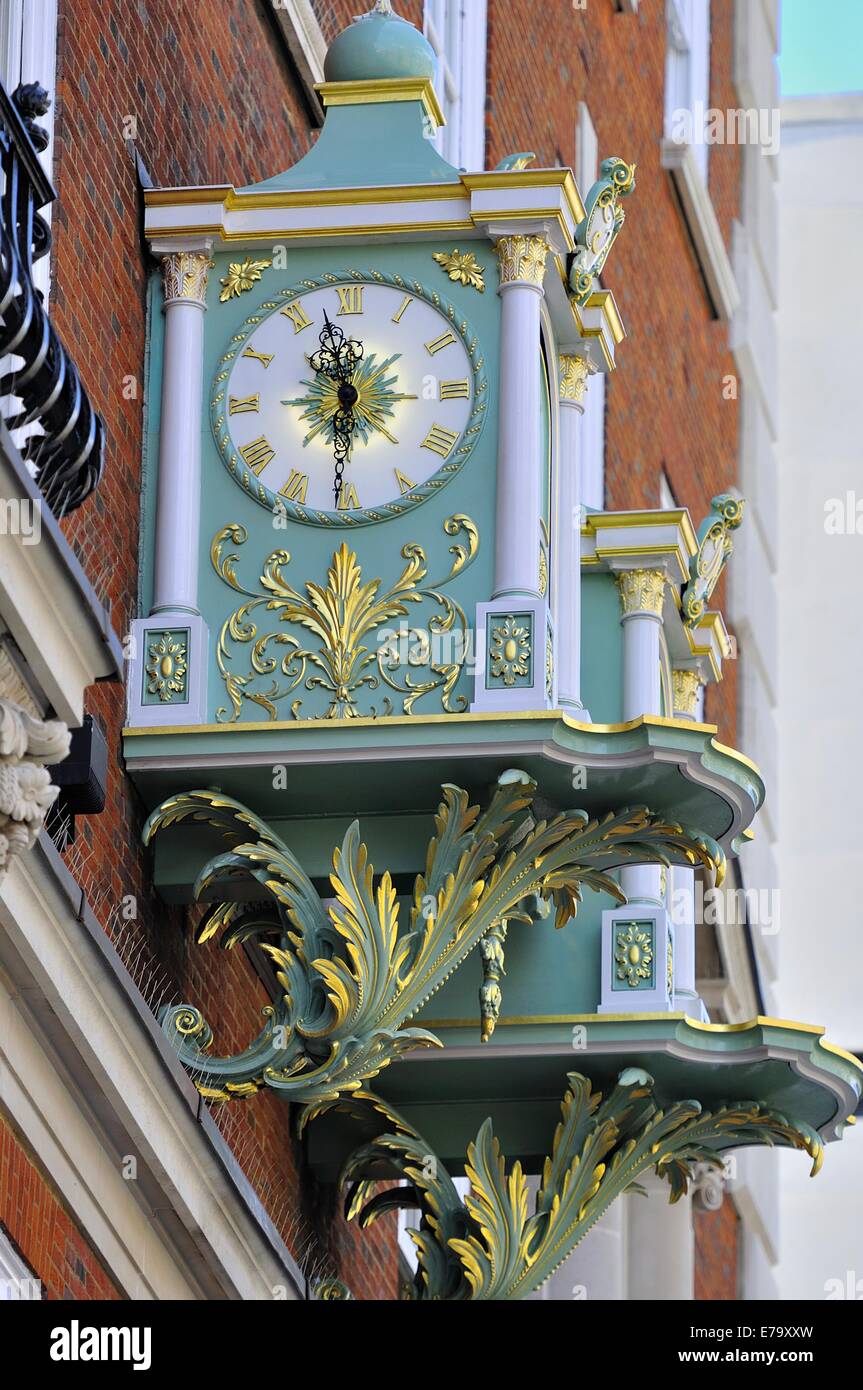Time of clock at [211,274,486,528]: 5:57
